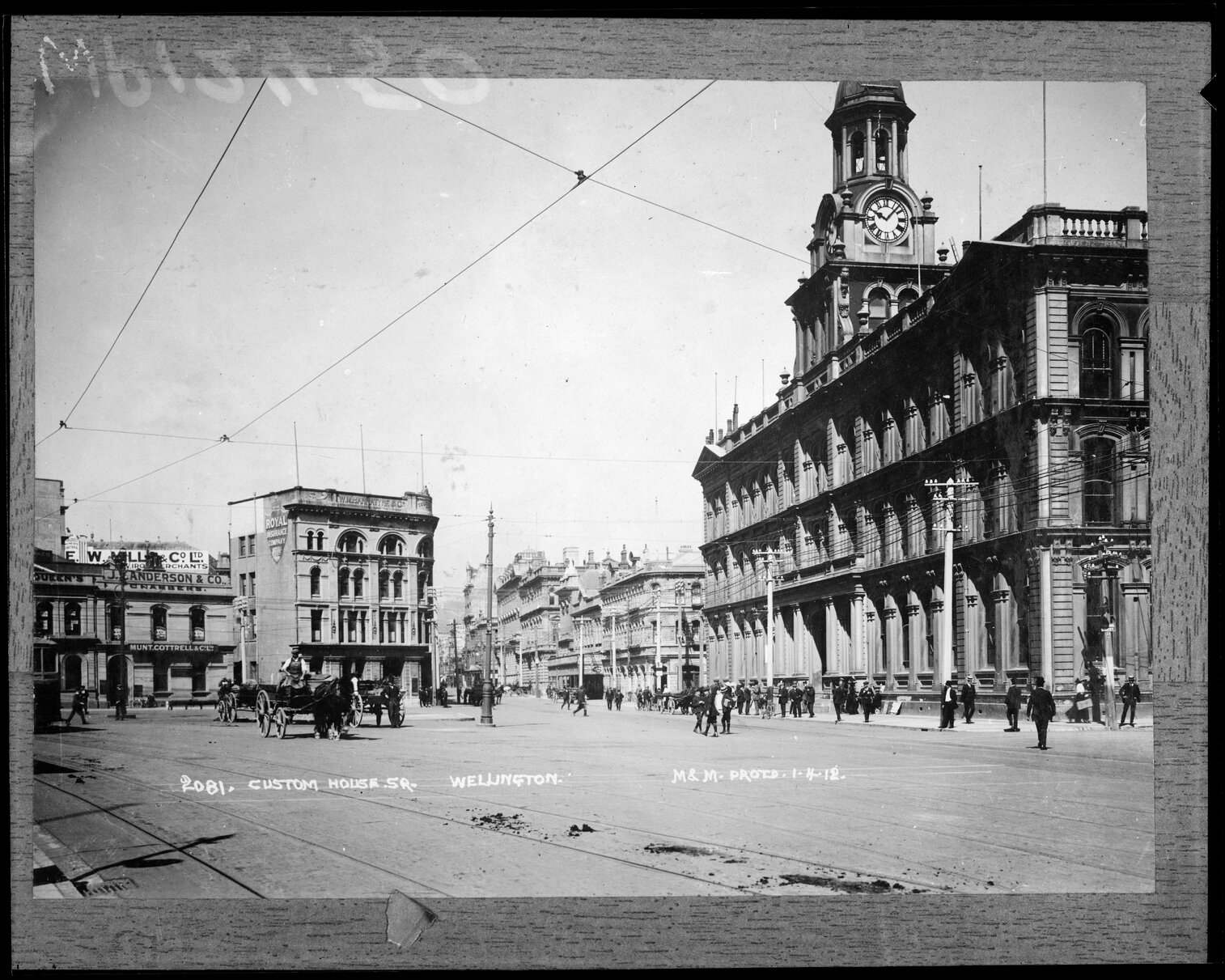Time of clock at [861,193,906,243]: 10:07
